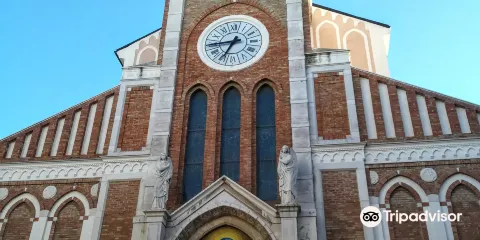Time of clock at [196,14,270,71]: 6:43
